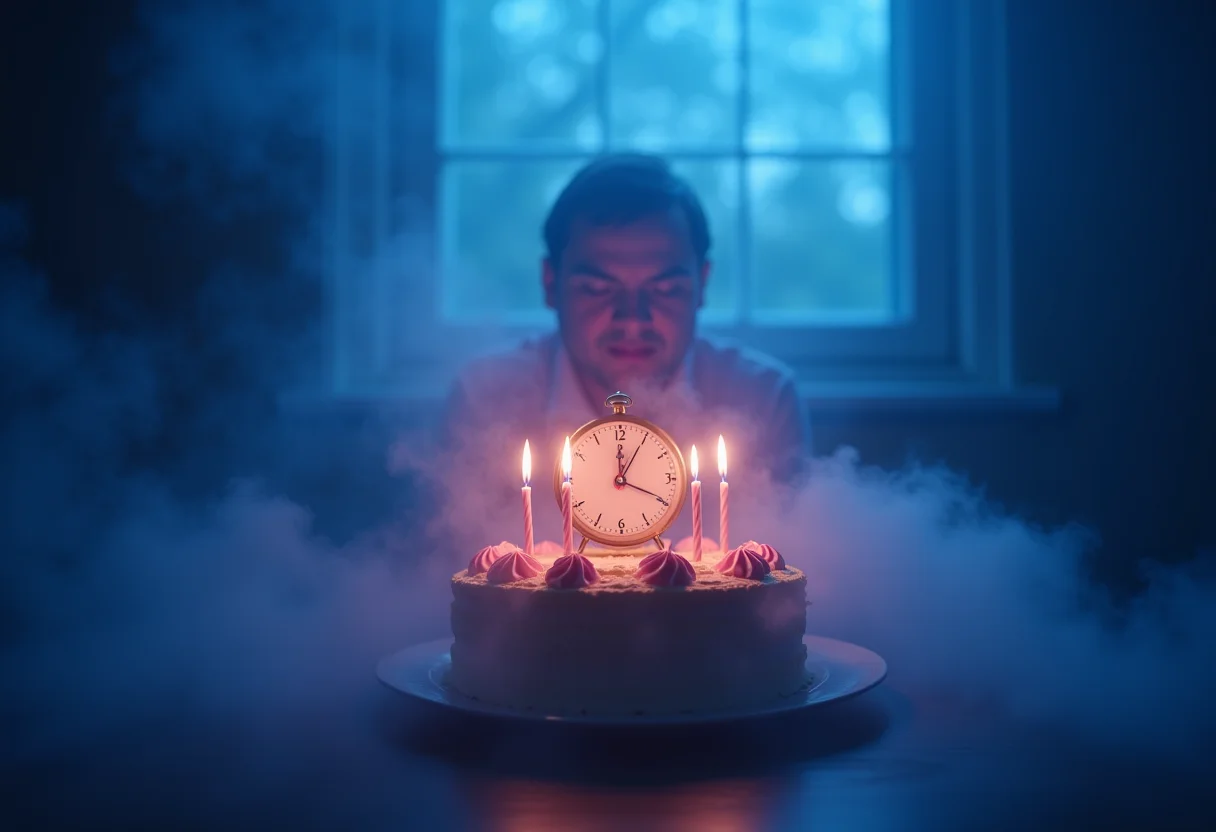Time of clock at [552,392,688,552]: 12:05
